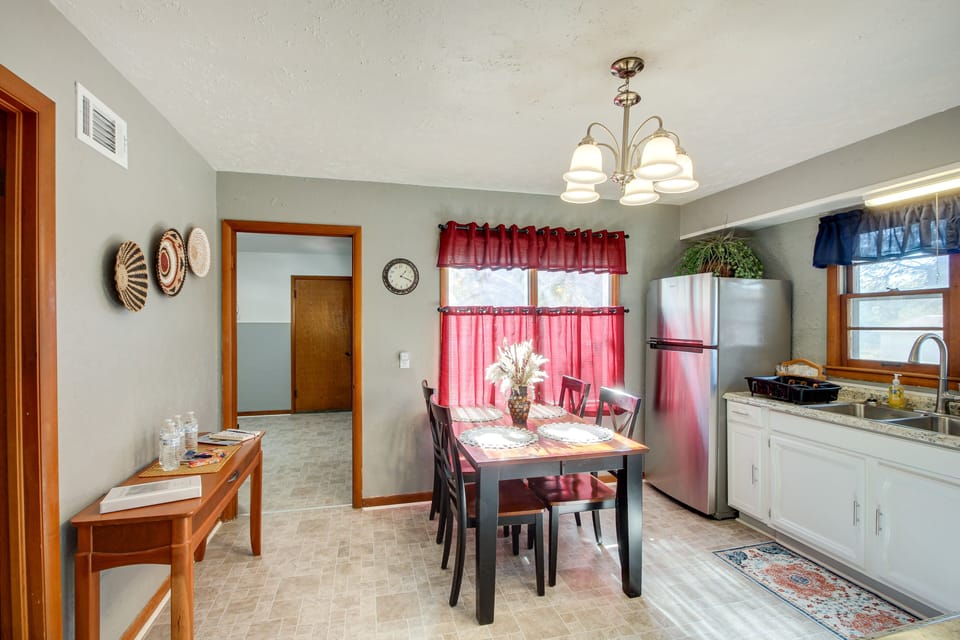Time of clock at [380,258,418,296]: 1:18
